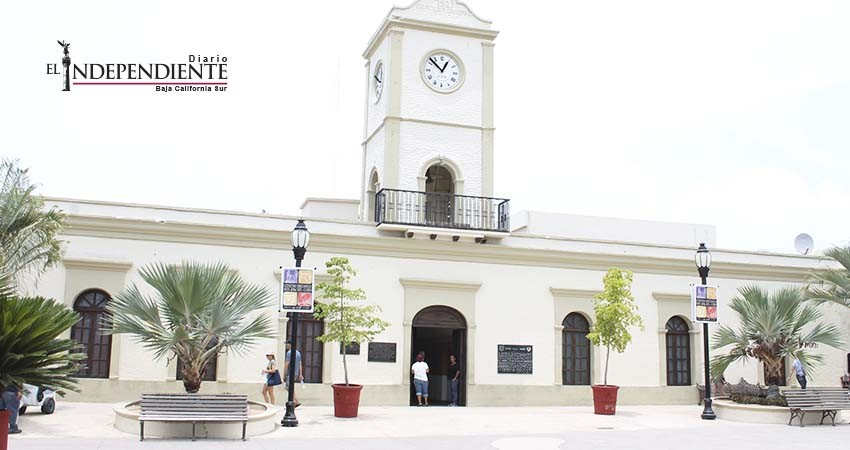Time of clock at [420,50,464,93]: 12:52
